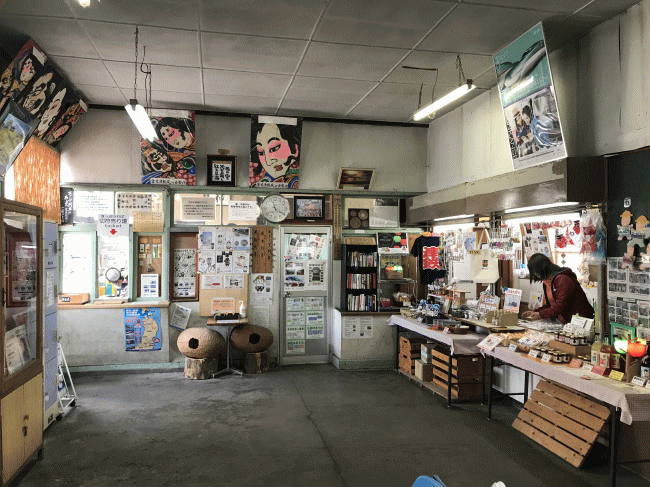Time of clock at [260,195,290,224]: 11:20
